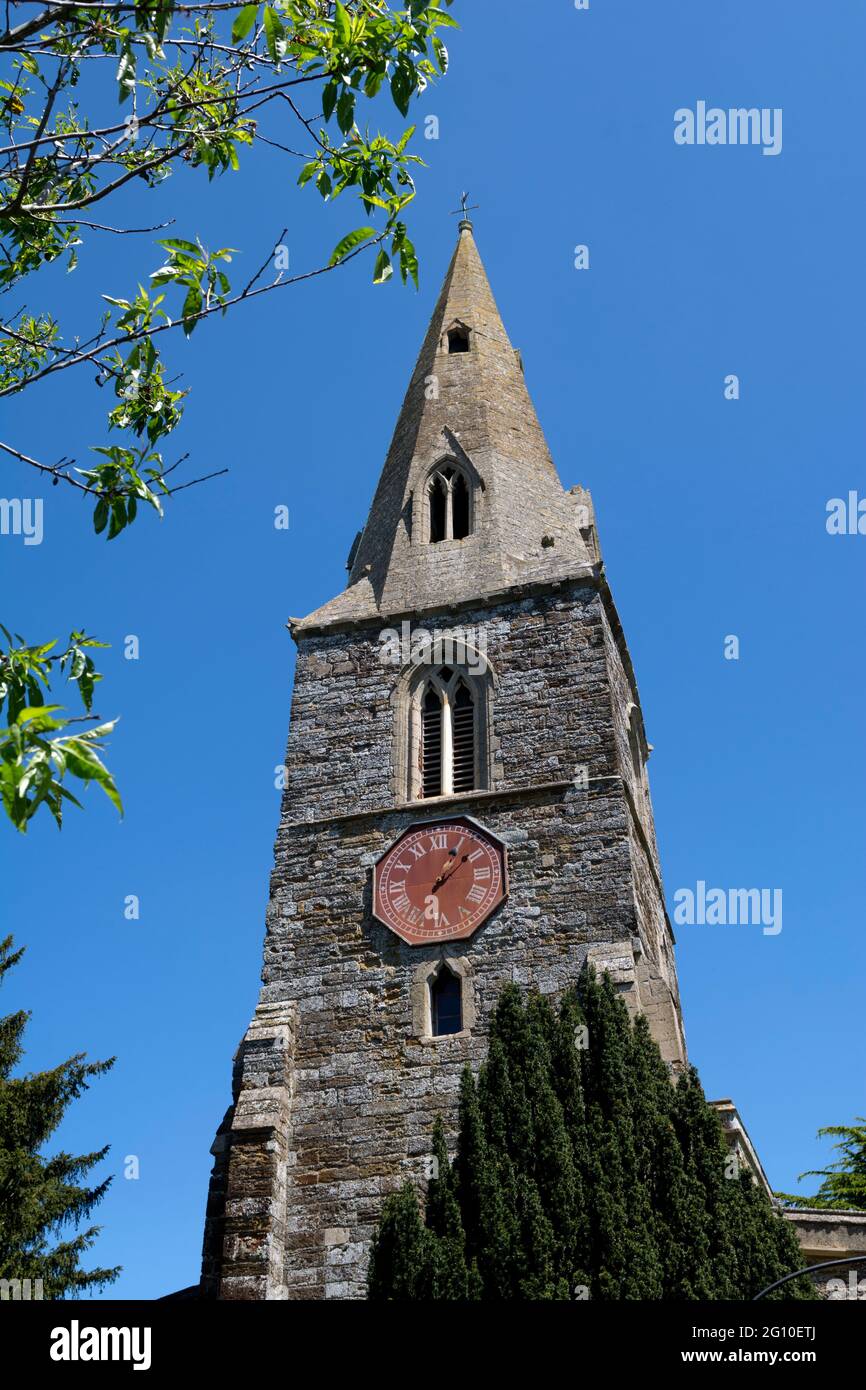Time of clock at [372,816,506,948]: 1:08
